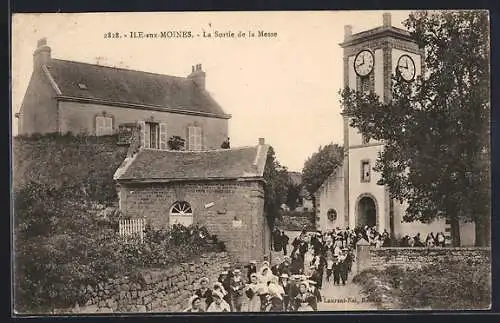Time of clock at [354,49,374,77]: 11:42
